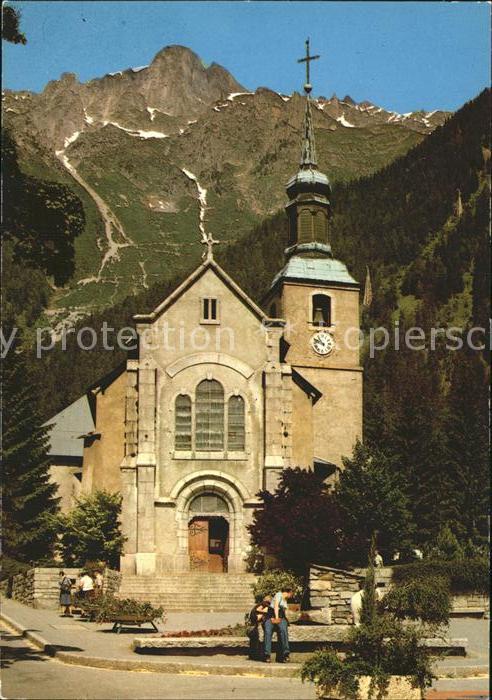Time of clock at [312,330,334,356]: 10:48
